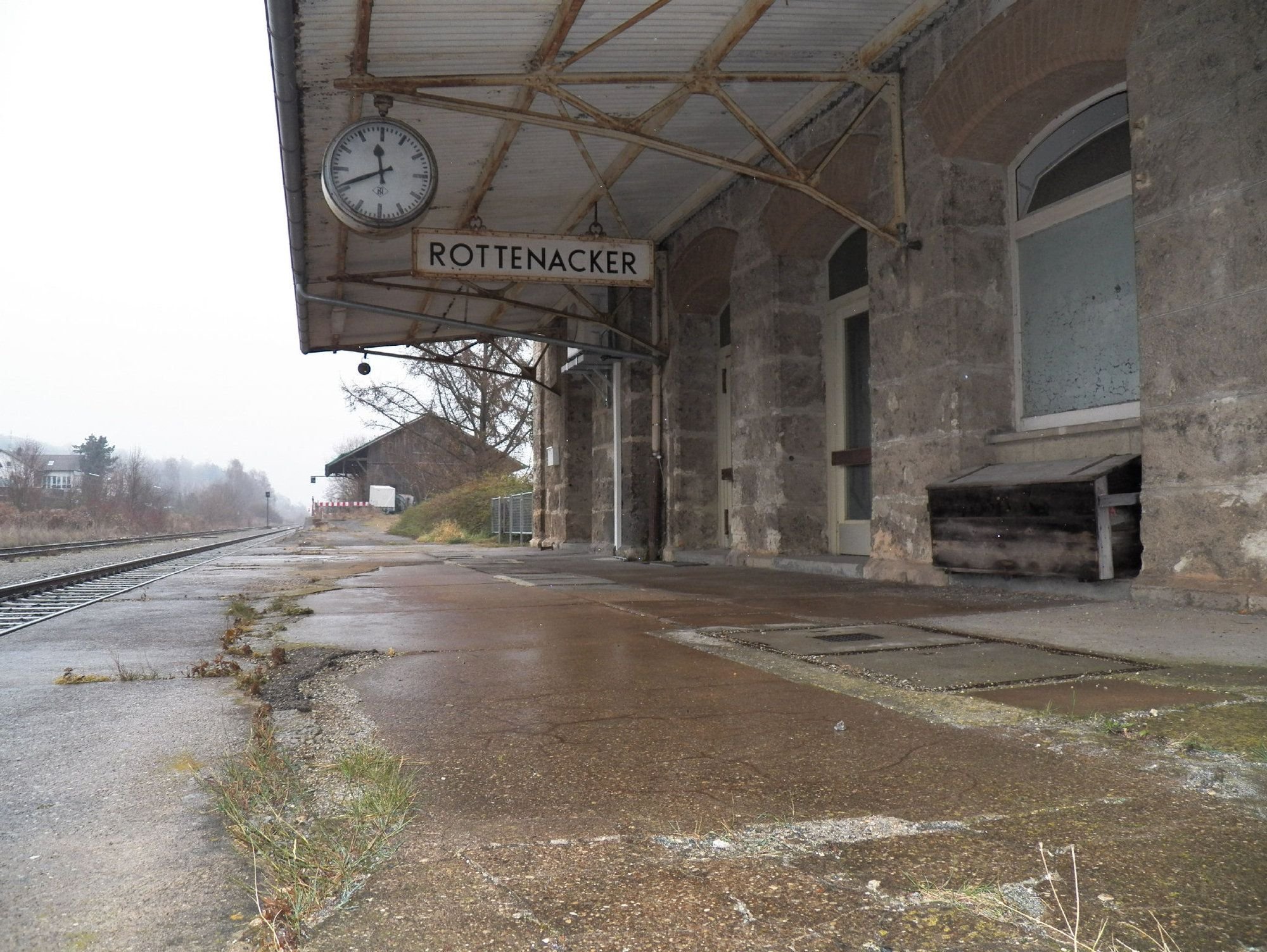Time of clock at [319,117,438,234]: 11:41
